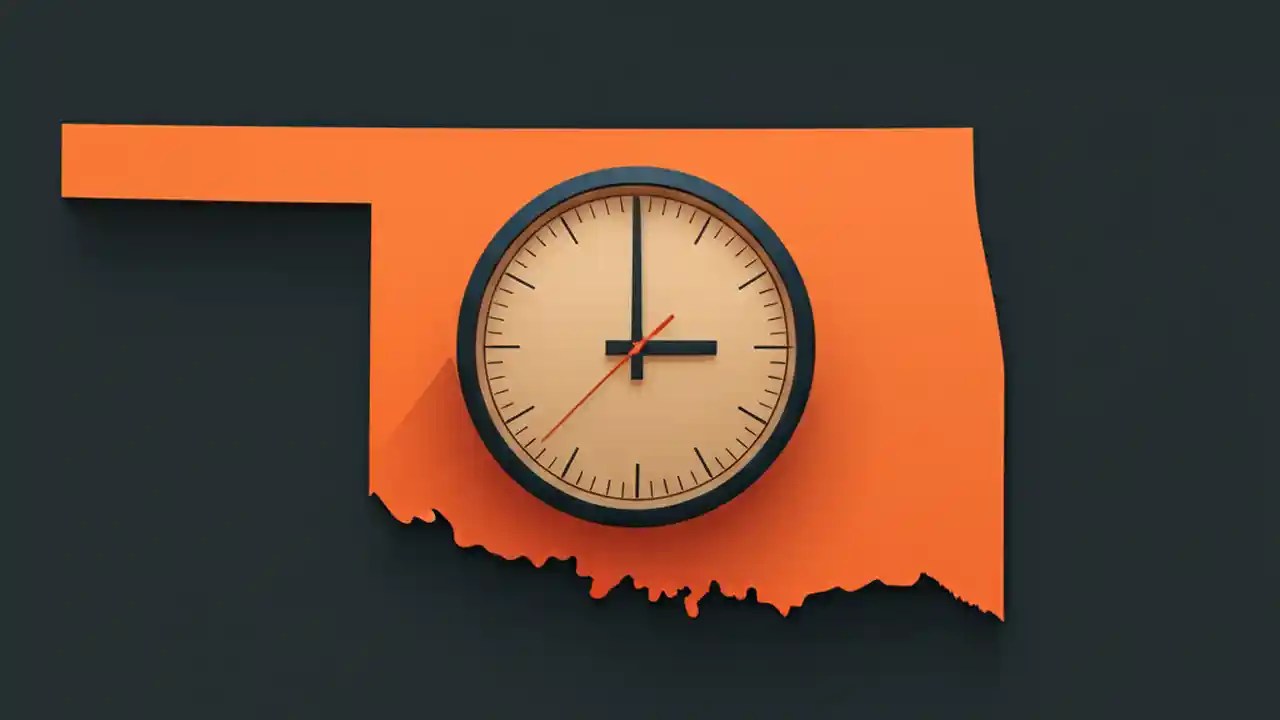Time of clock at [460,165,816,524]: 2:59
